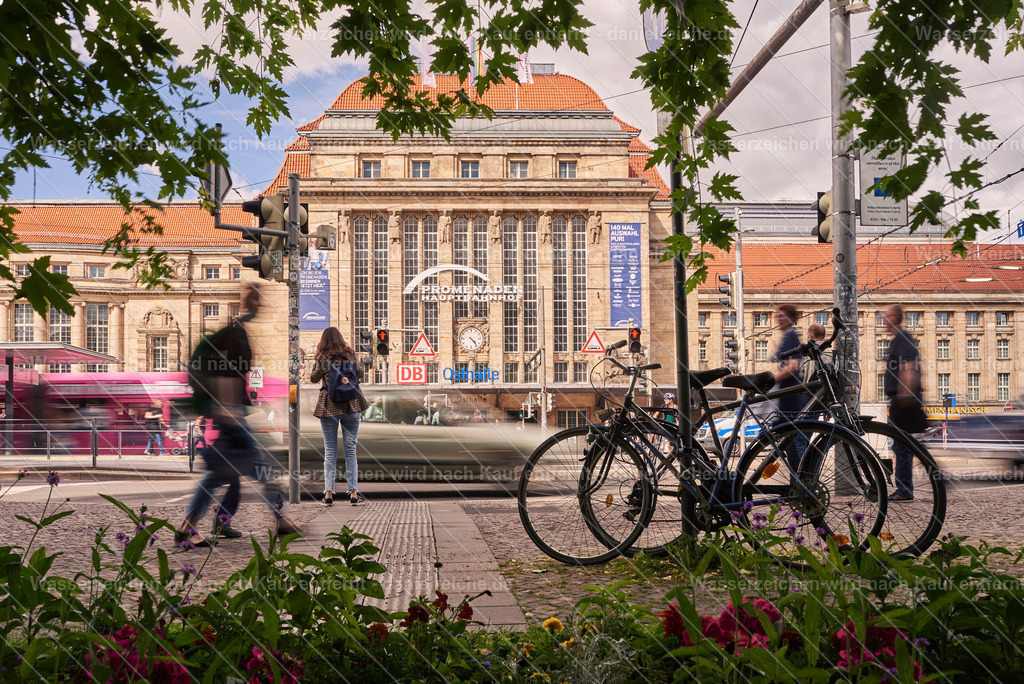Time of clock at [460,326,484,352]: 4:23
